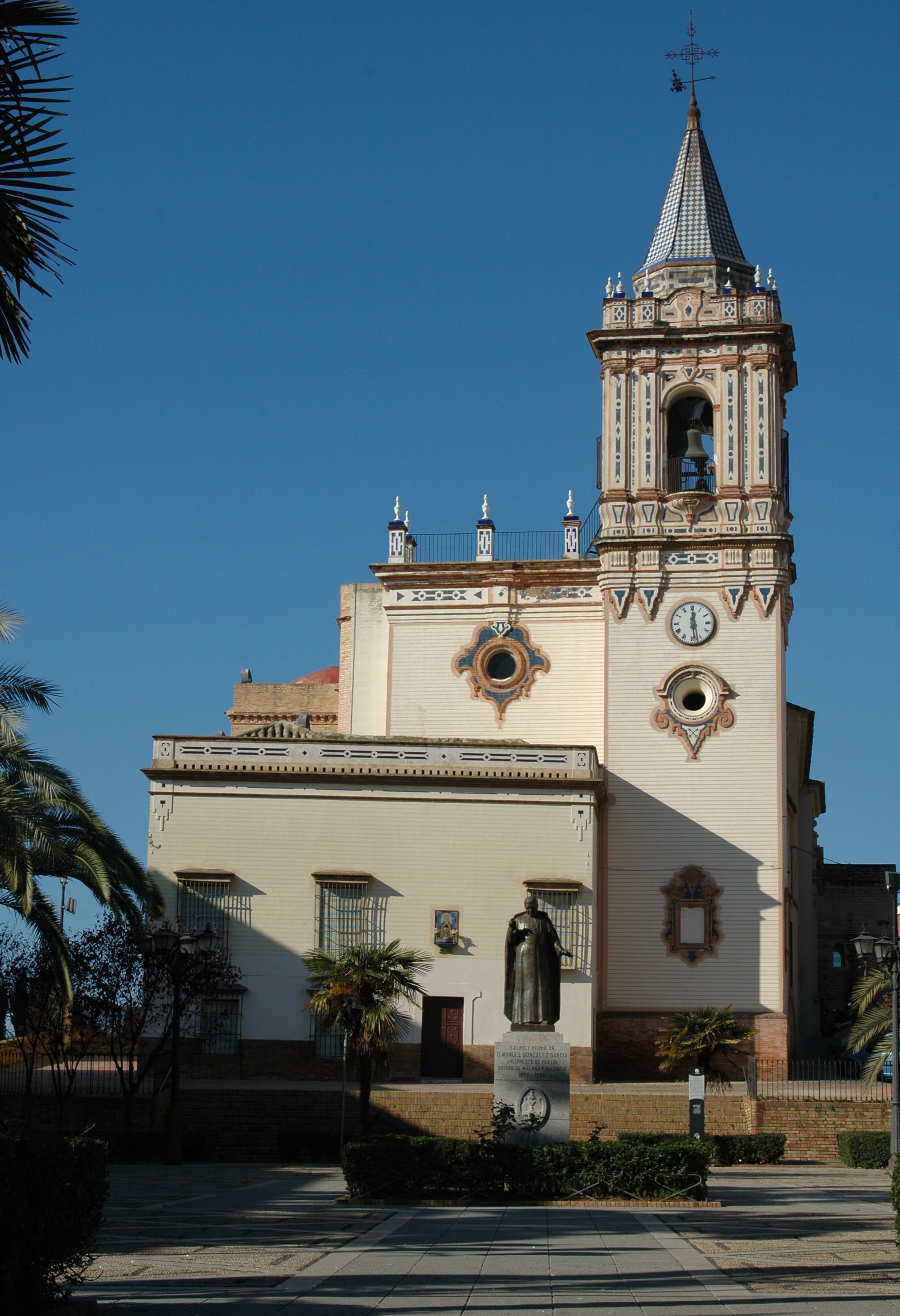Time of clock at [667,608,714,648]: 12:28
